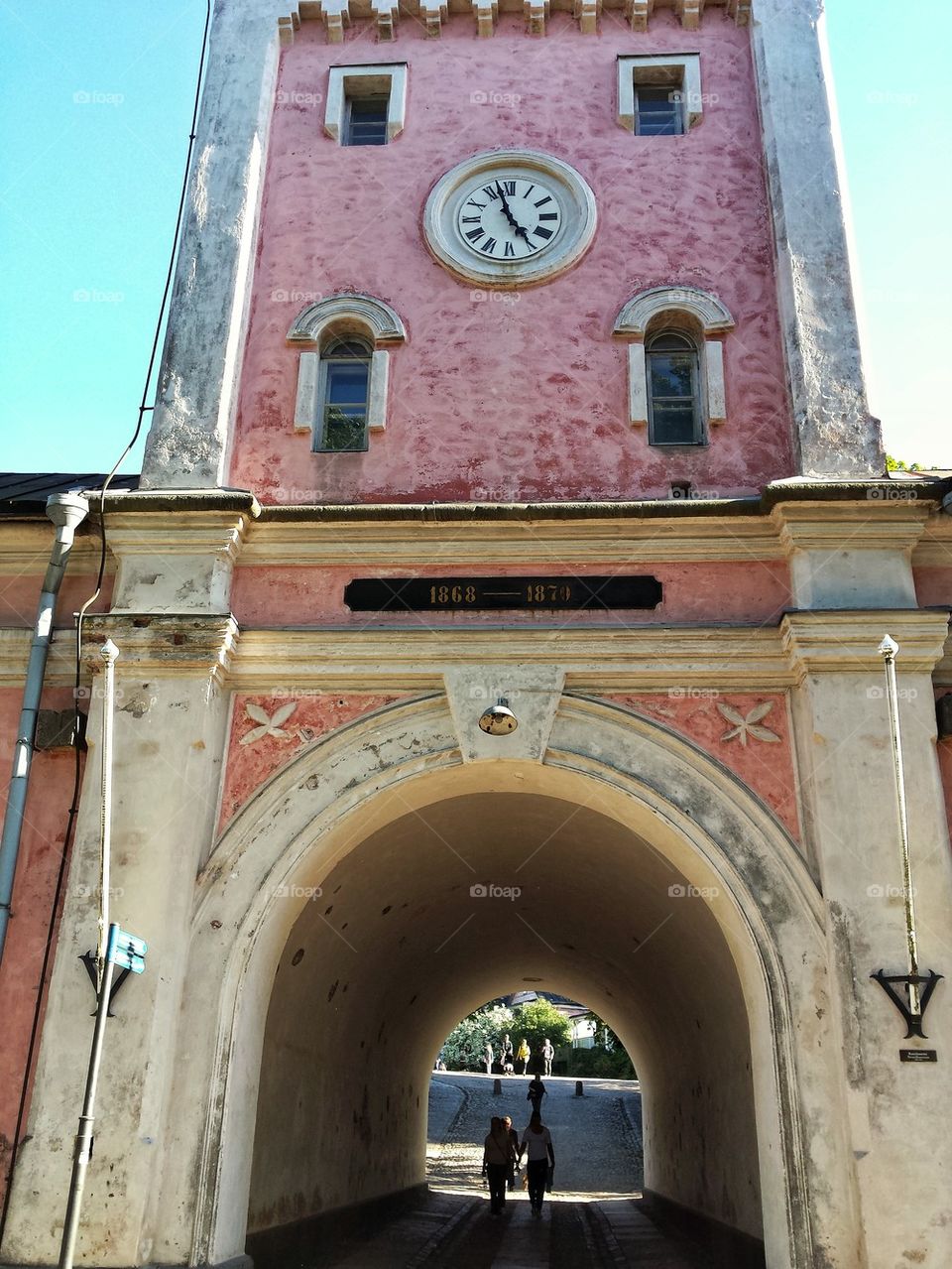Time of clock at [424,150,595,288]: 4:57
